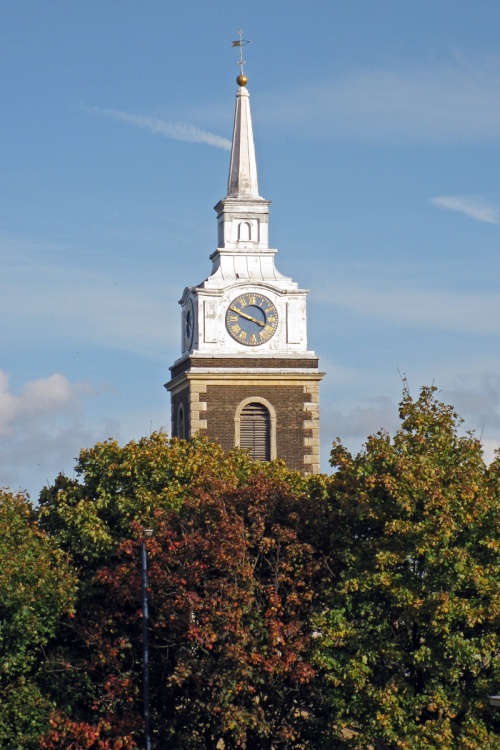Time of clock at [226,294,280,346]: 3:48
